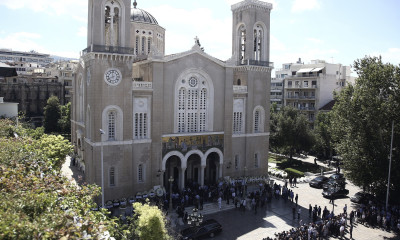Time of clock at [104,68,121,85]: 7:59
